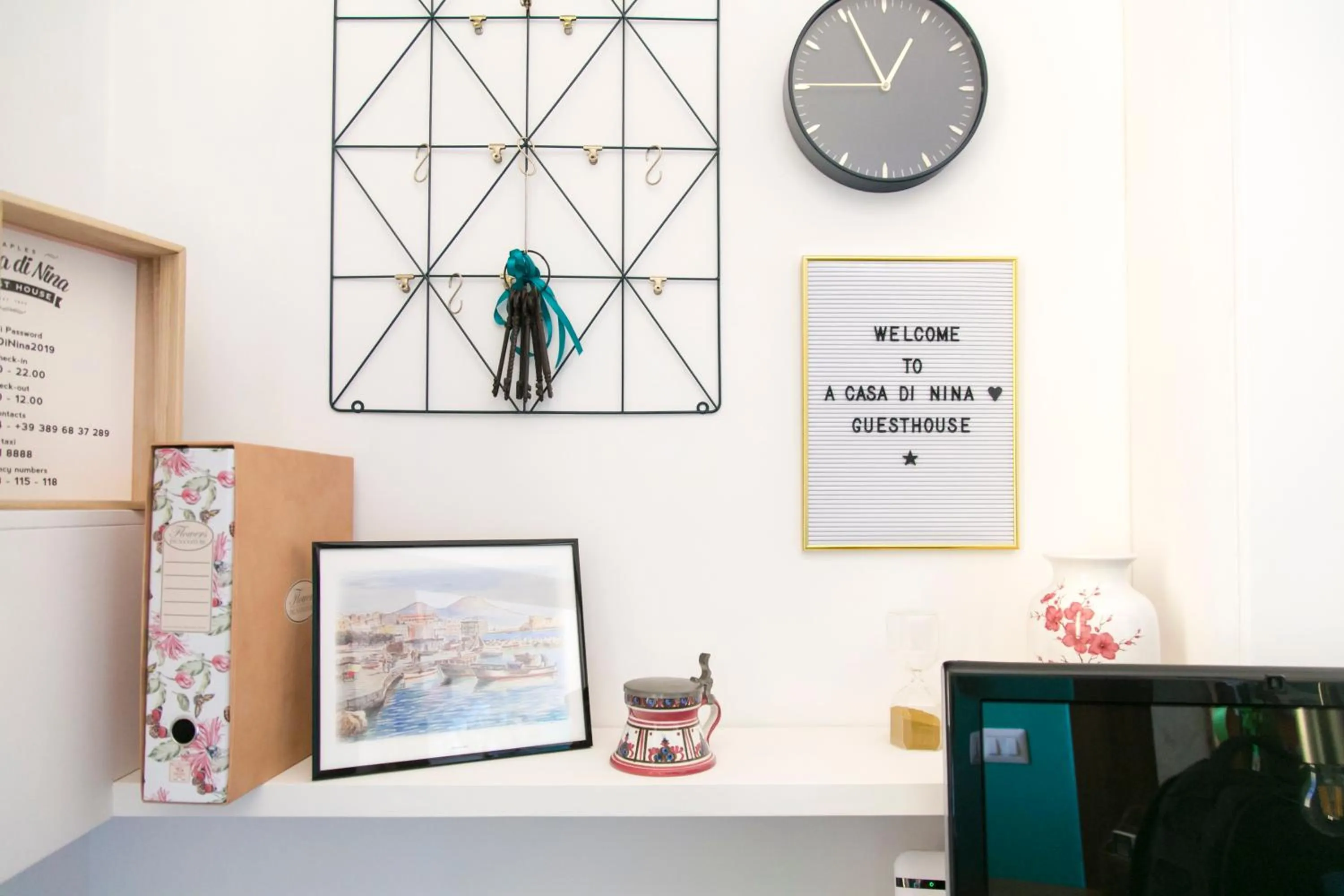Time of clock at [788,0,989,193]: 12:55
